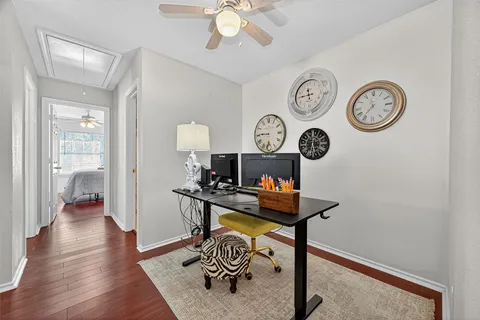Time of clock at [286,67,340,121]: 11:45
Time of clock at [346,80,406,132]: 11:36
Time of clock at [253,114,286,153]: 5:45
